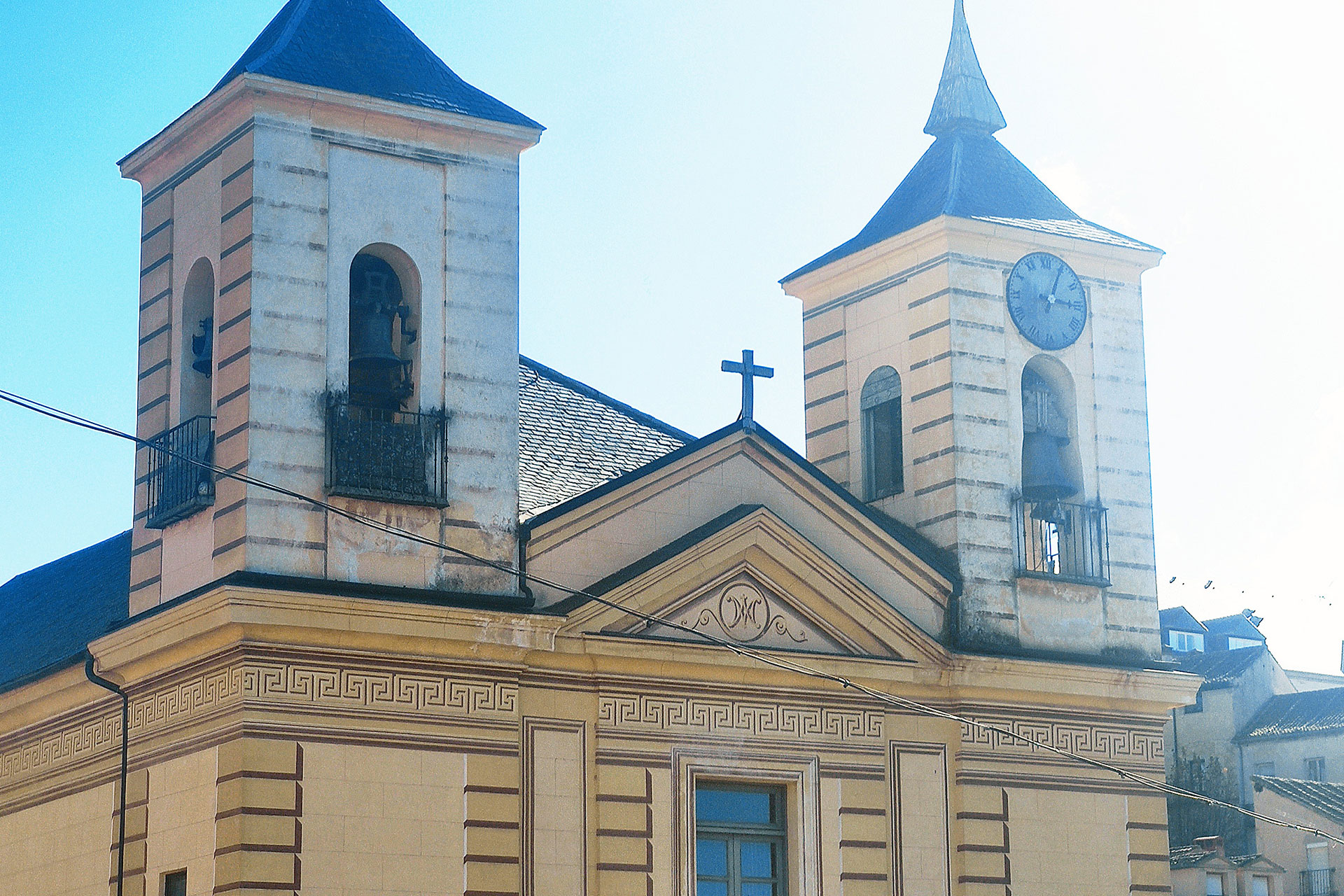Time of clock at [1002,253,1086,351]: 3:04
